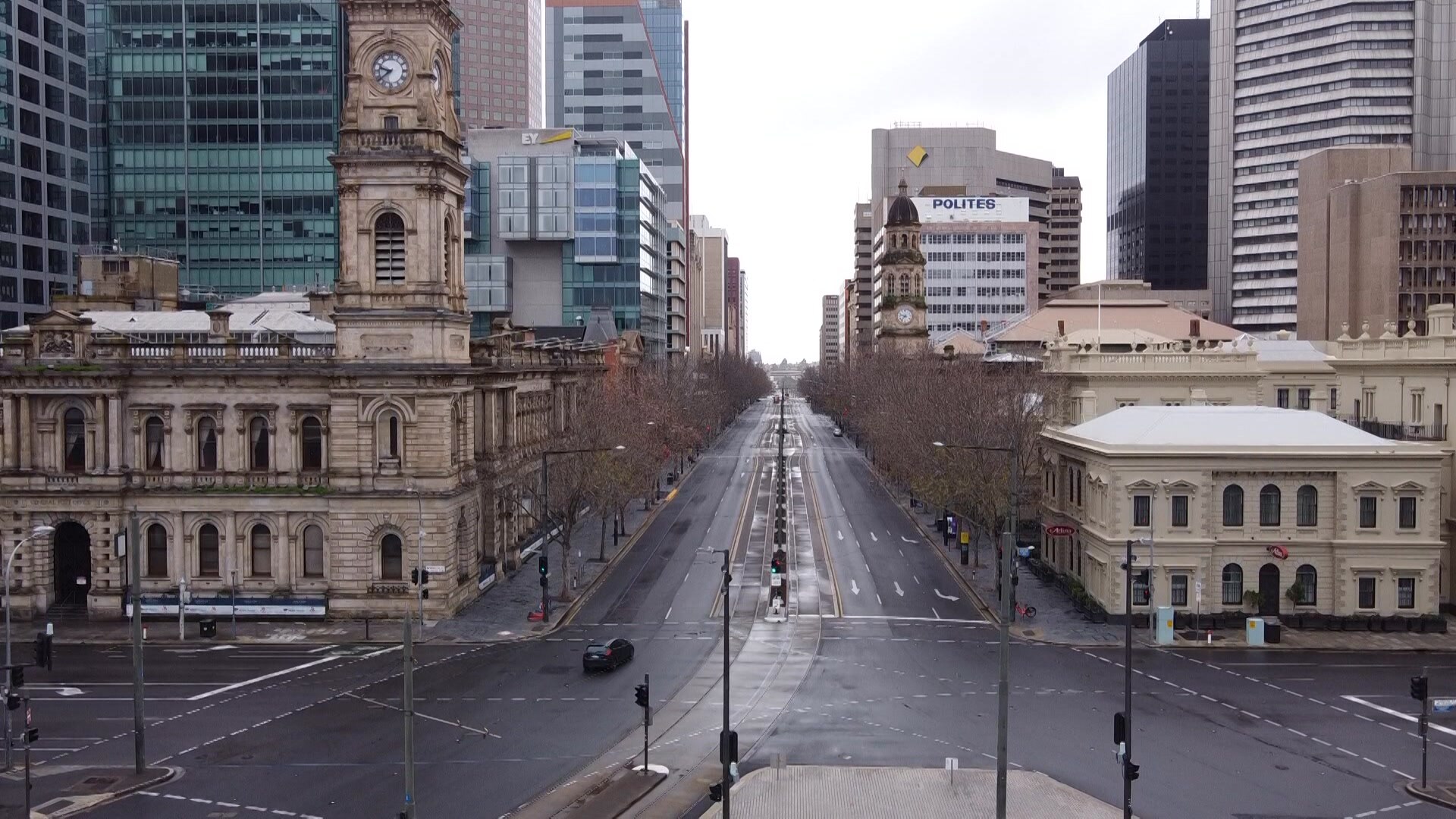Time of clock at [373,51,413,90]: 9:38
